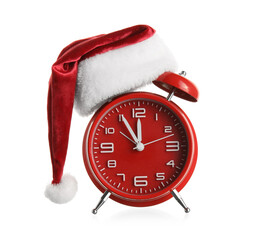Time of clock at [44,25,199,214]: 11:55
